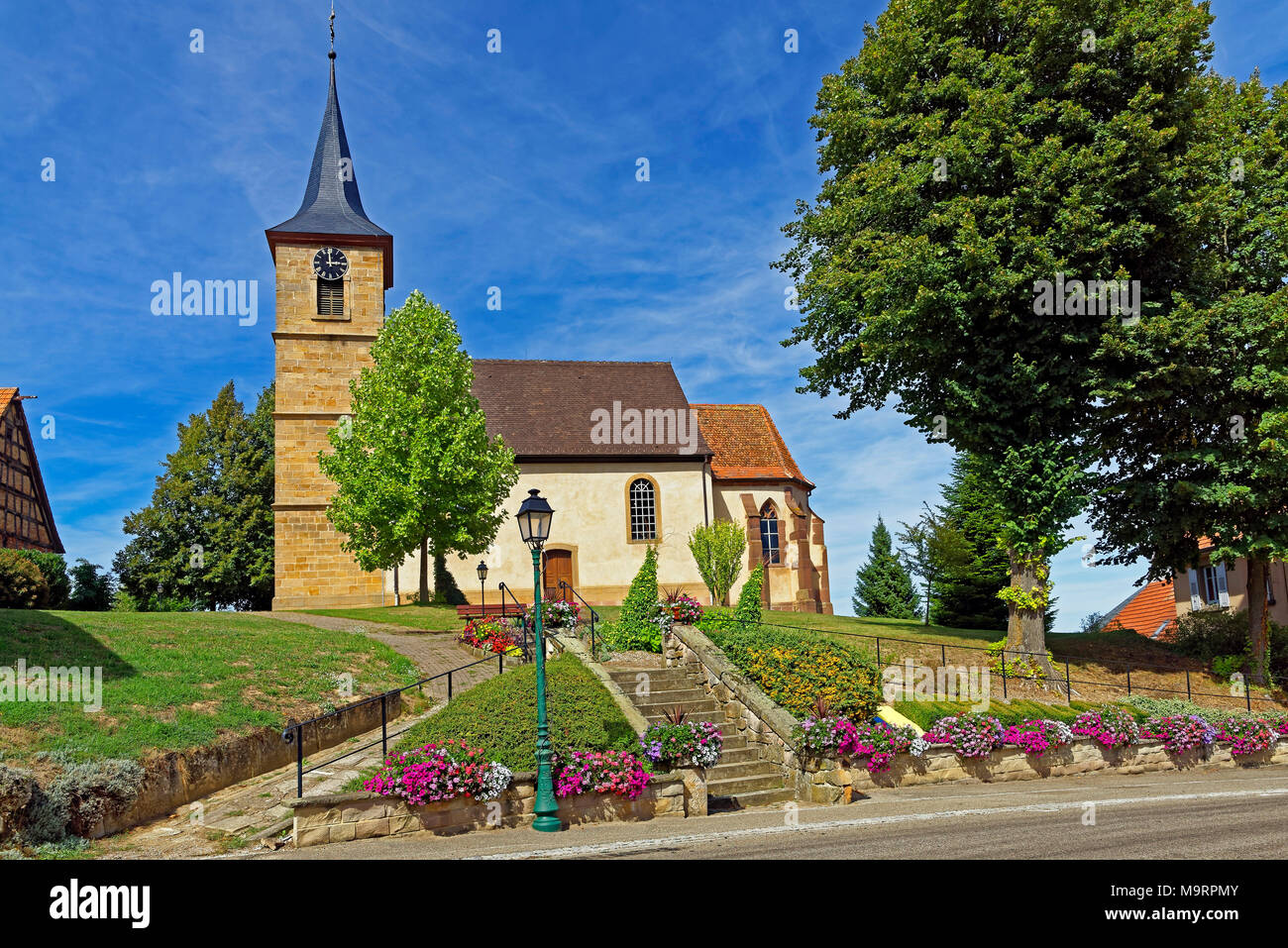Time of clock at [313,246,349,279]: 2:59
